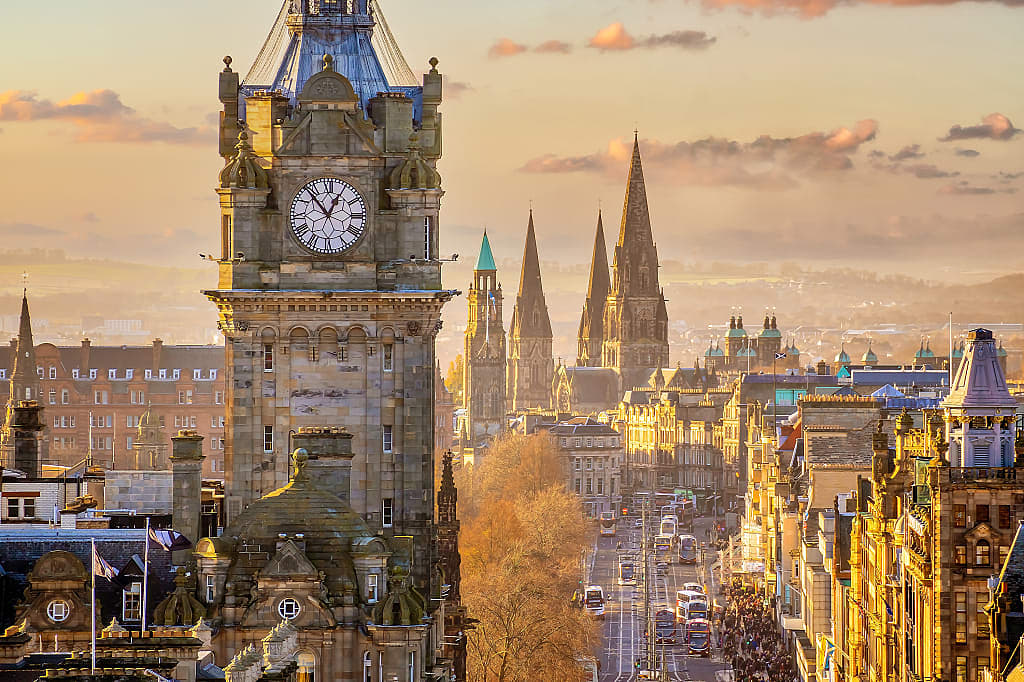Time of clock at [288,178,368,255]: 12:53
